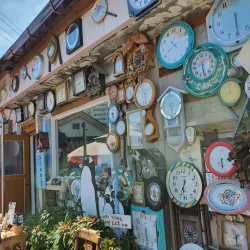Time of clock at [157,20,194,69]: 10:40
